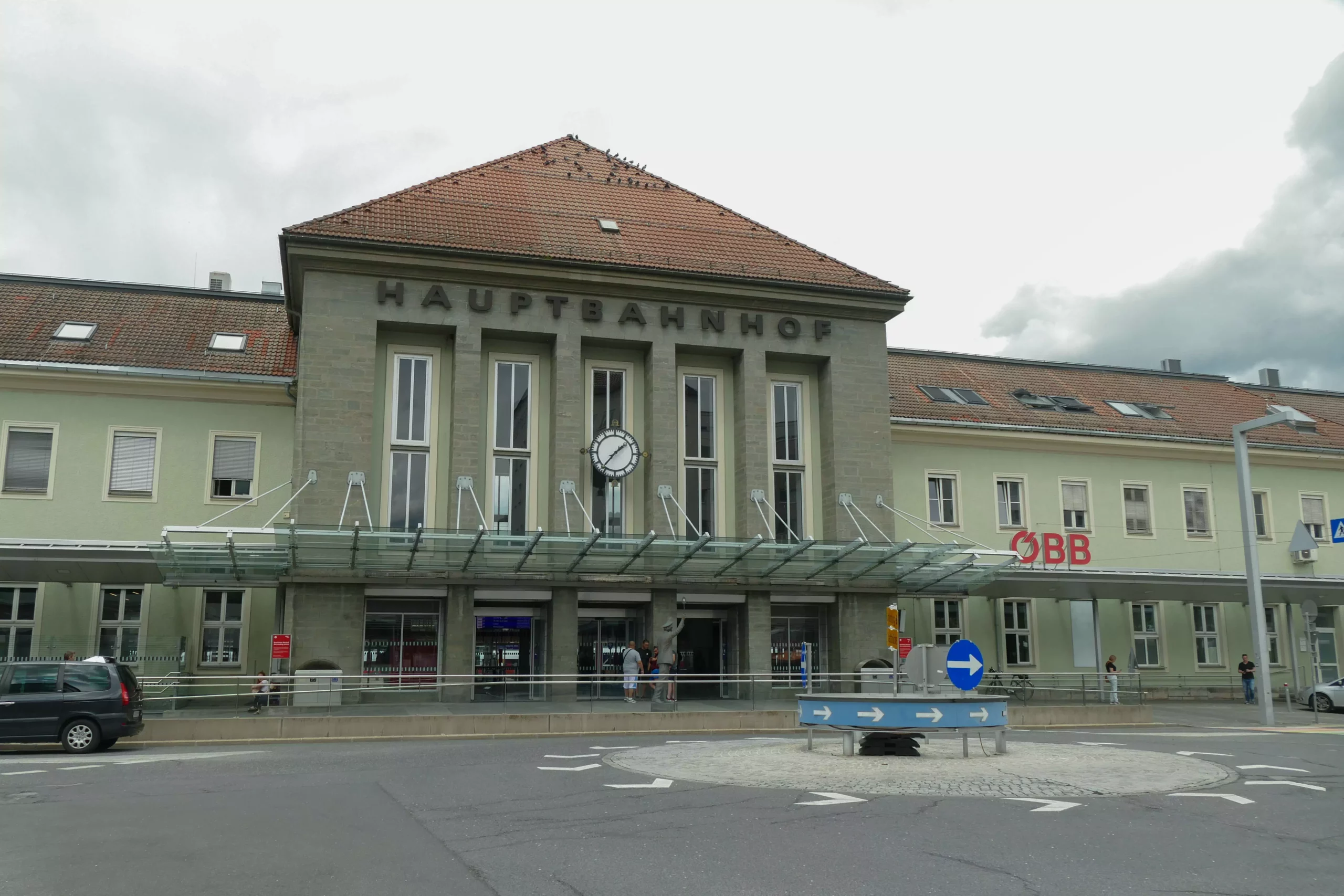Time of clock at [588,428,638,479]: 1:36
